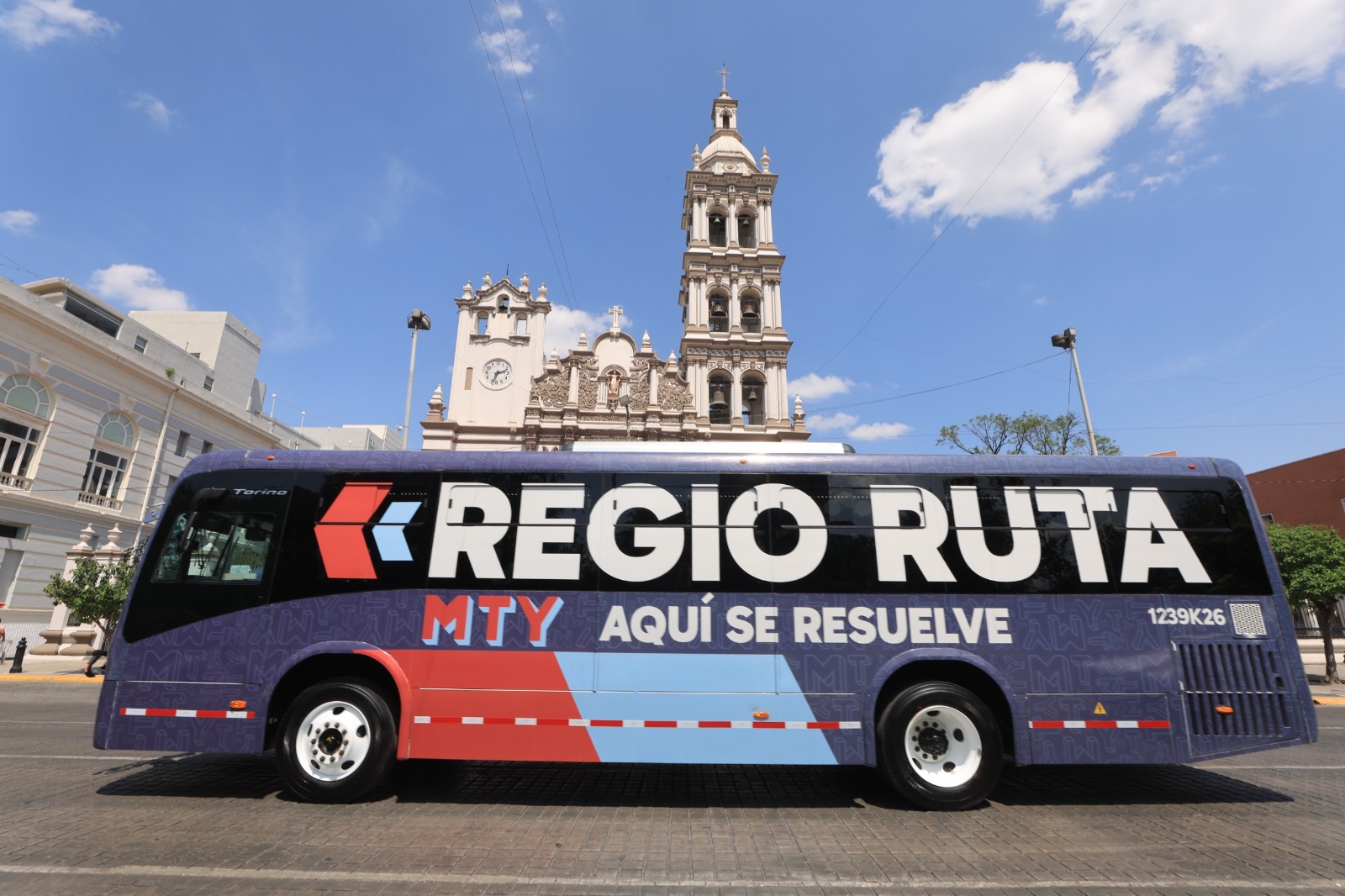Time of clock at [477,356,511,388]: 2:33
